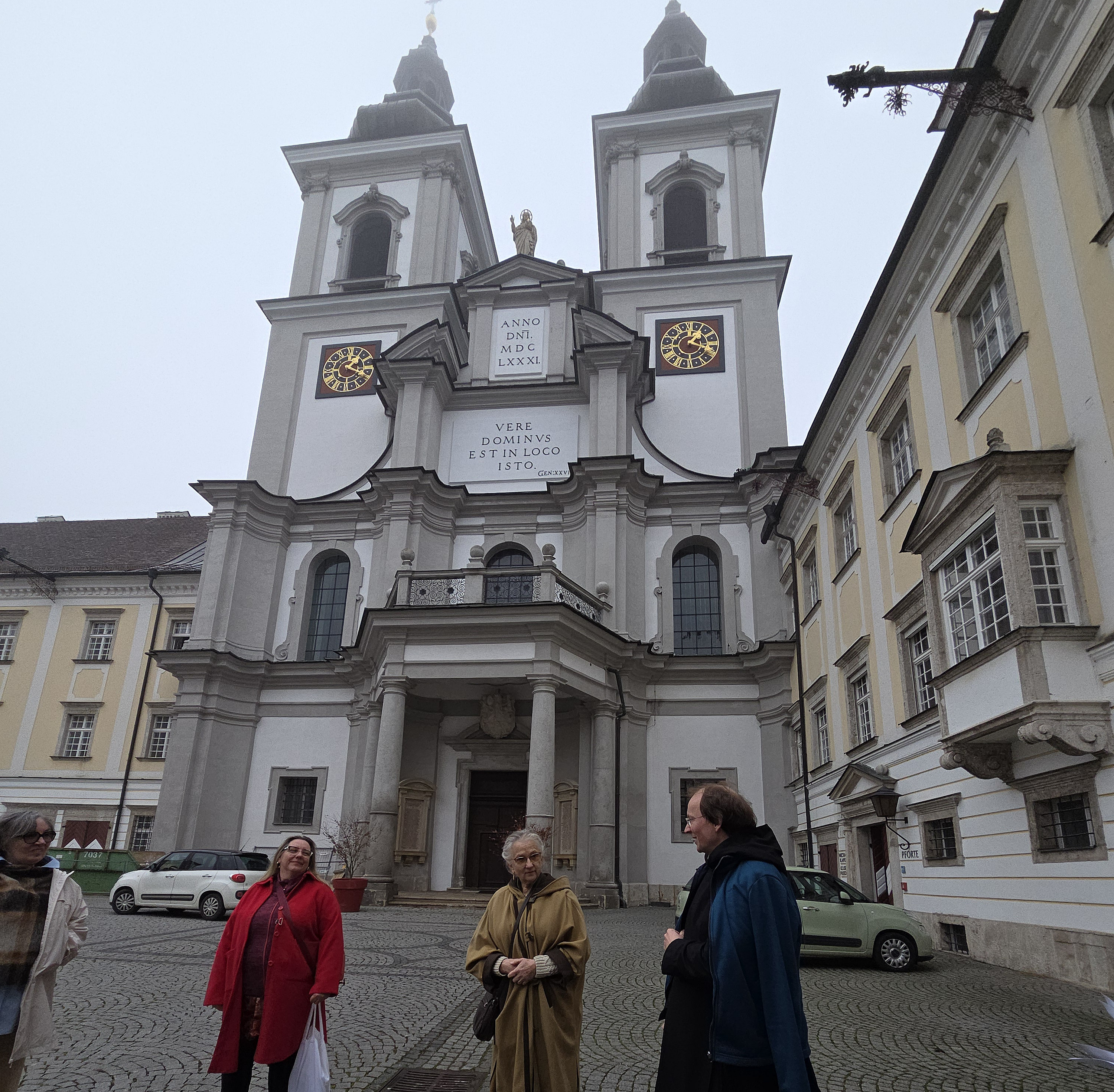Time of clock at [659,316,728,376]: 1:18
